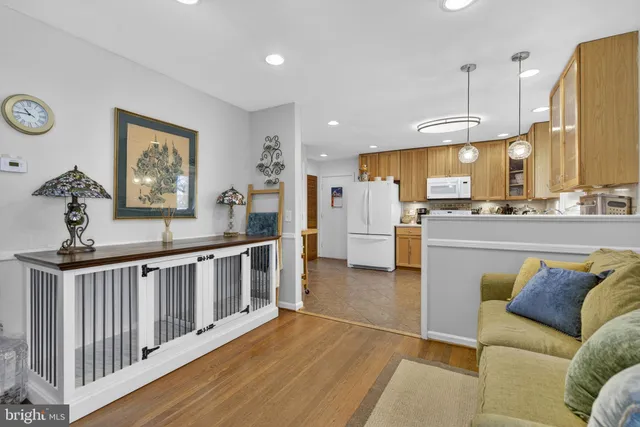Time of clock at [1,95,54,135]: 10:44
